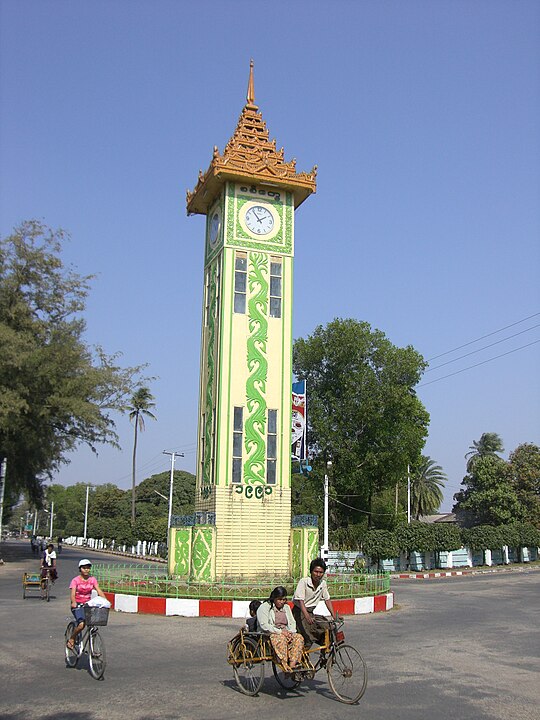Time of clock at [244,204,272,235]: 1:53
